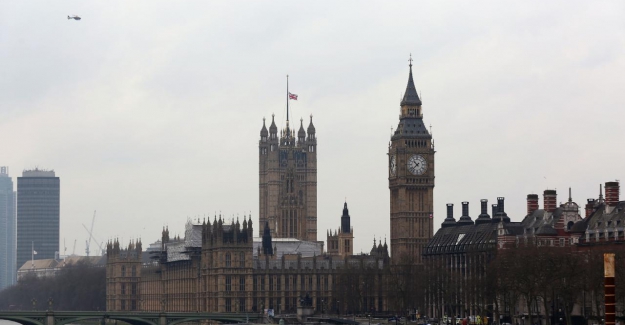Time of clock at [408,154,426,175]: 10:37
